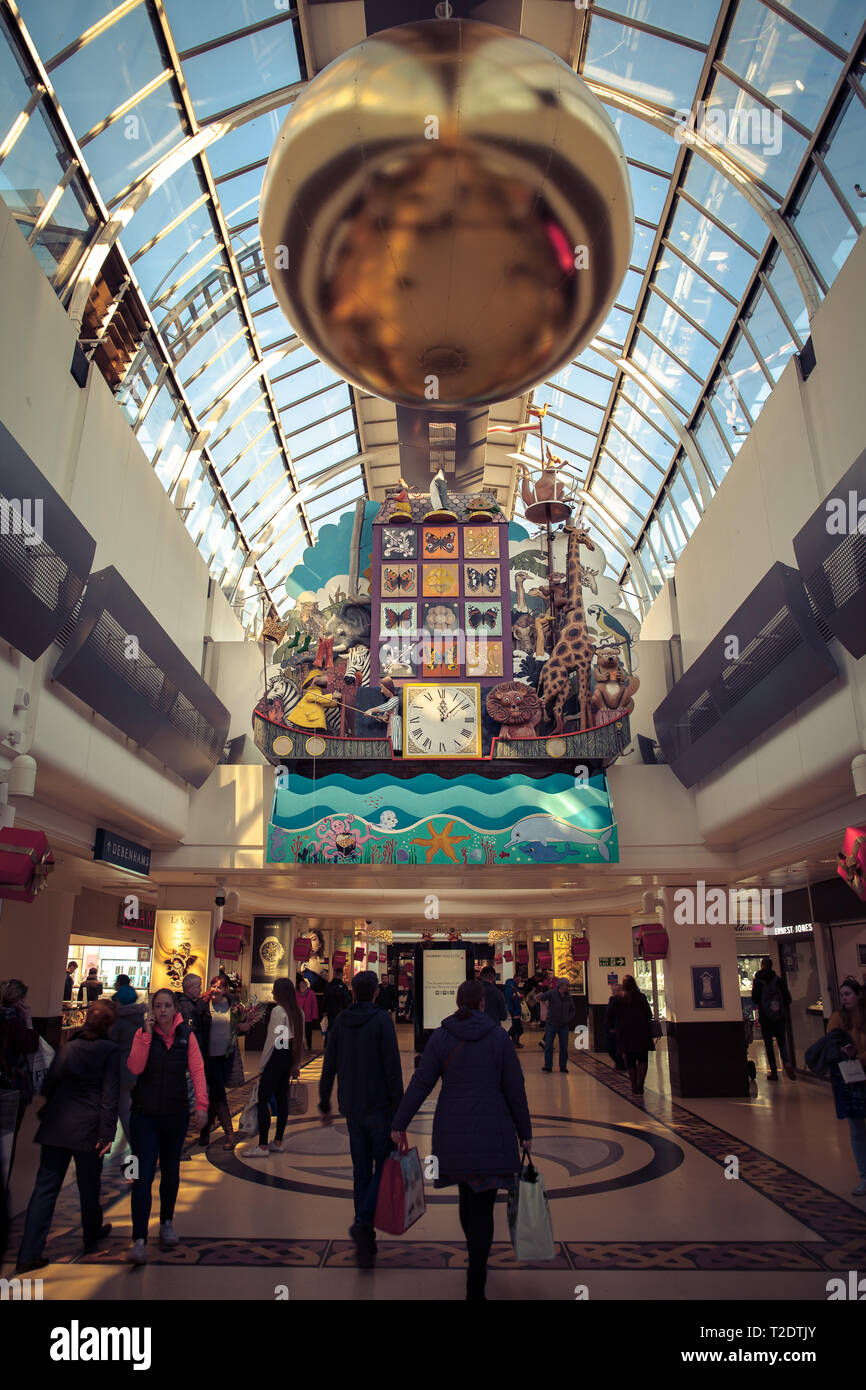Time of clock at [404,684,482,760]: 12:07
